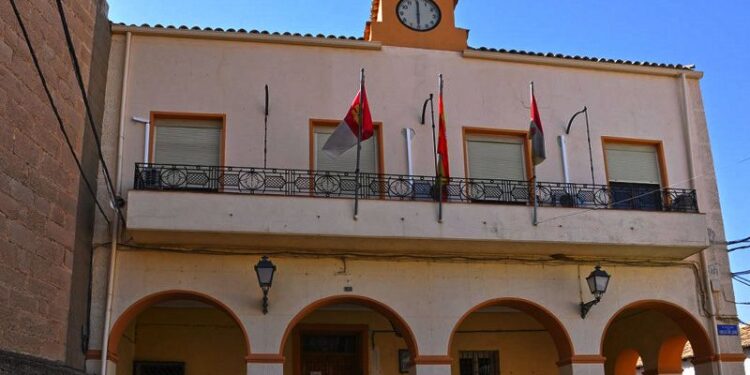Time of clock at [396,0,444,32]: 6:00
